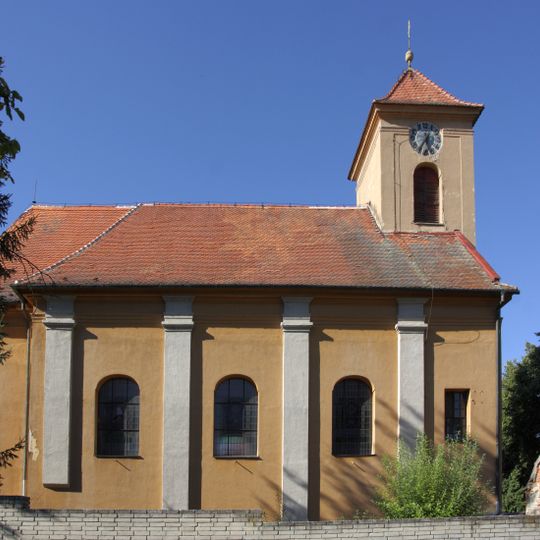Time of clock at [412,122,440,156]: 5:35
